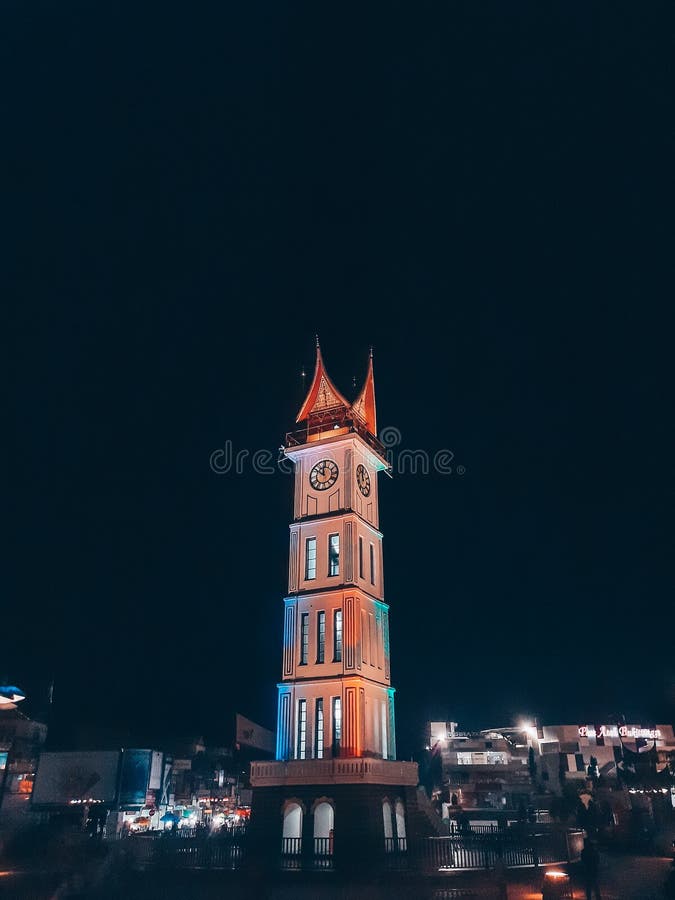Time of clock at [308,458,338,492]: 11:51
